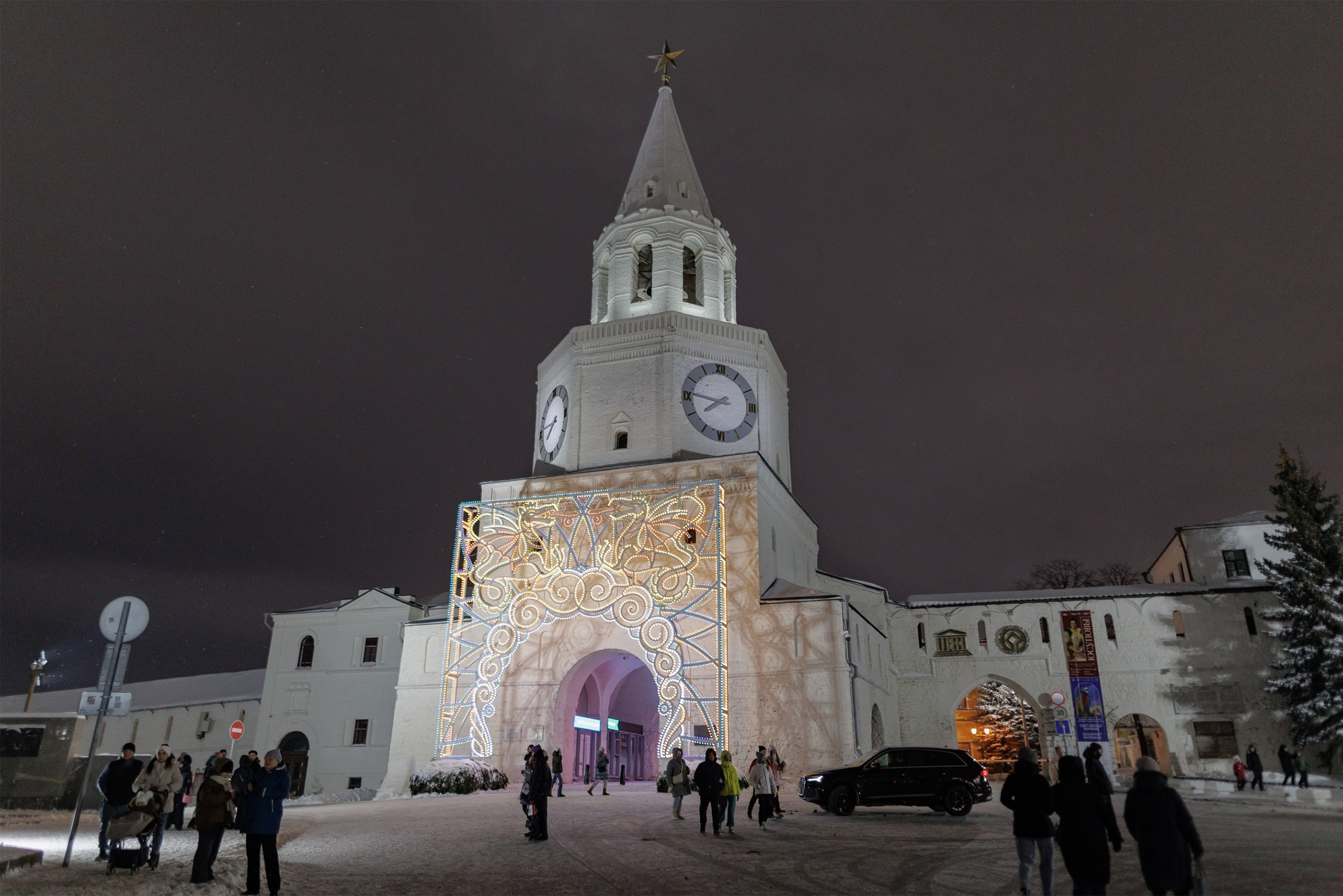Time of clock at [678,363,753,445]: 7:46
